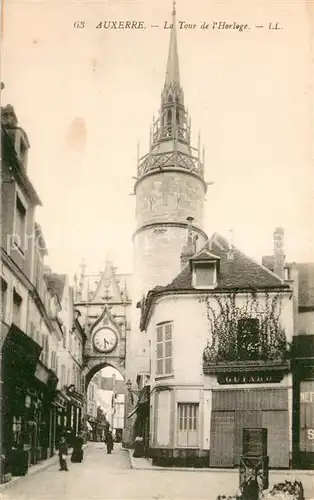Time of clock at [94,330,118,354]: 4:28
